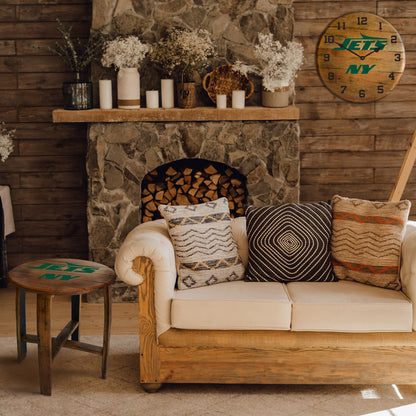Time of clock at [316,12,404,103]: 1:50
